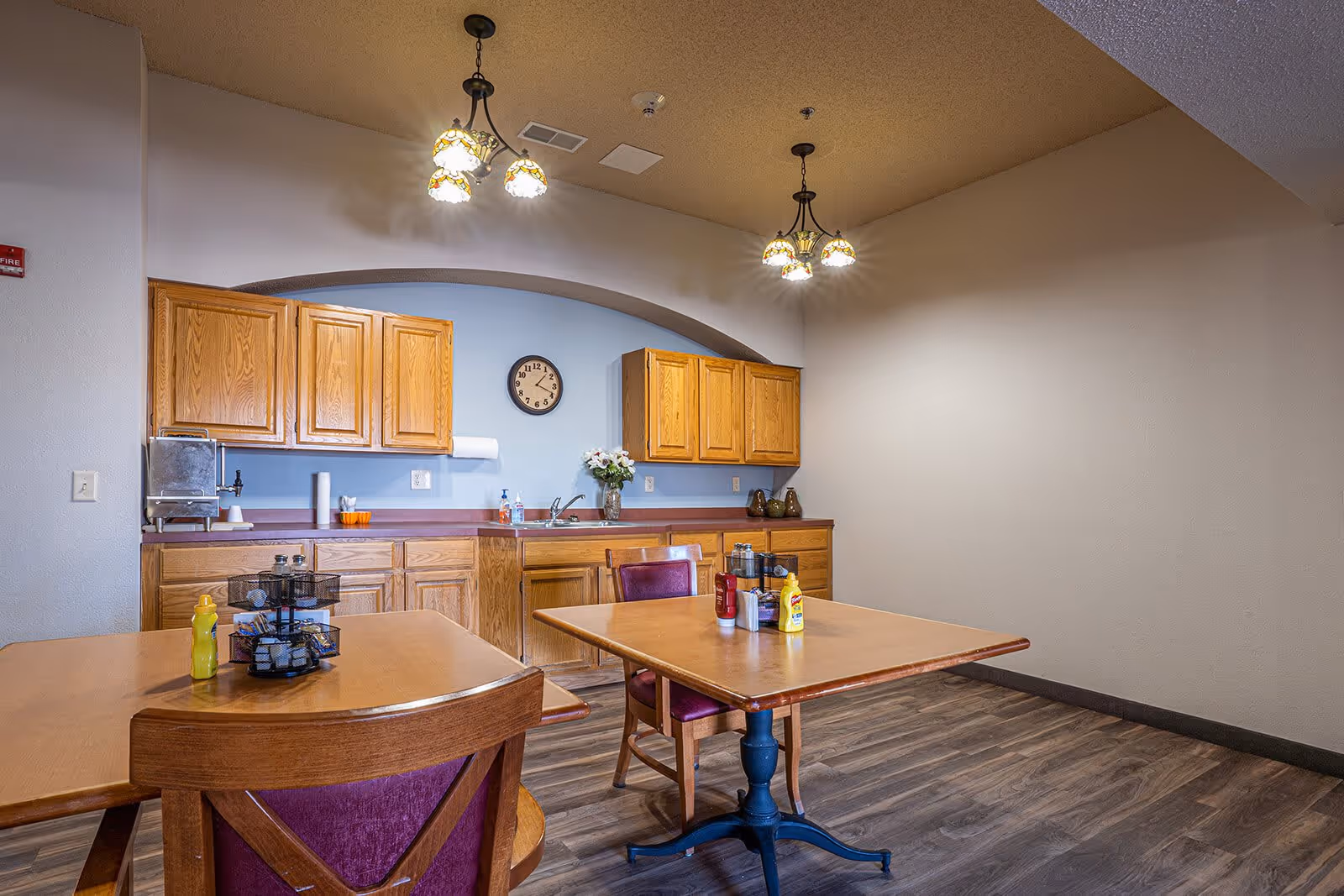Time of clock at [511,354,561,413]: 1:18
